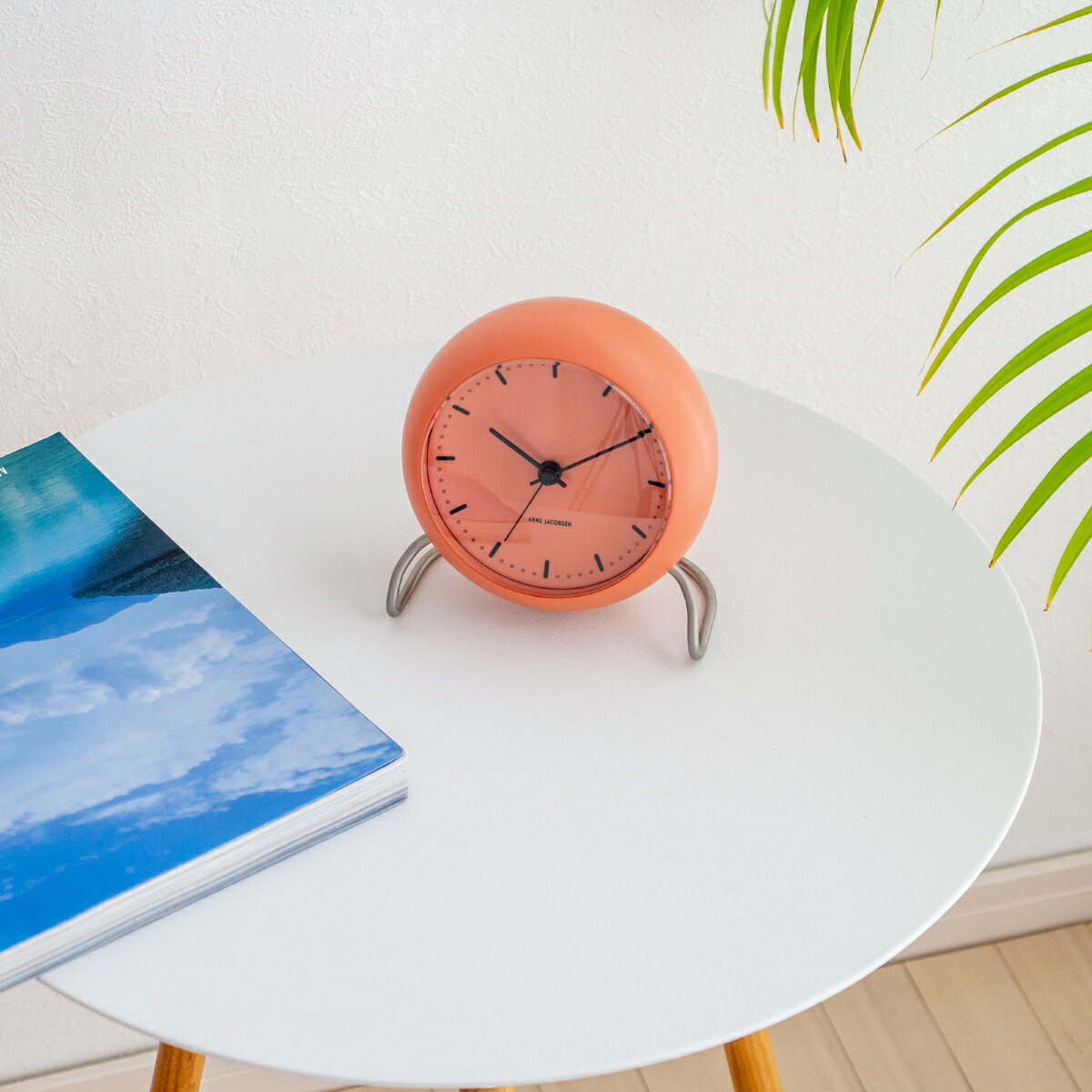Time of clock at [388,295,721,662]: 10:10
